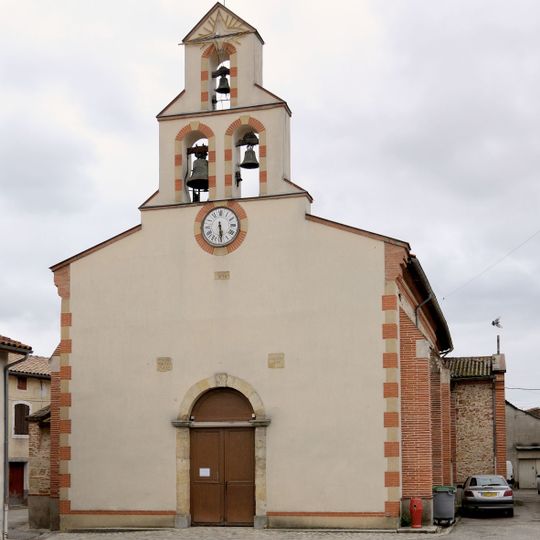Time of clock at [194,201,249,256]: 5:28
